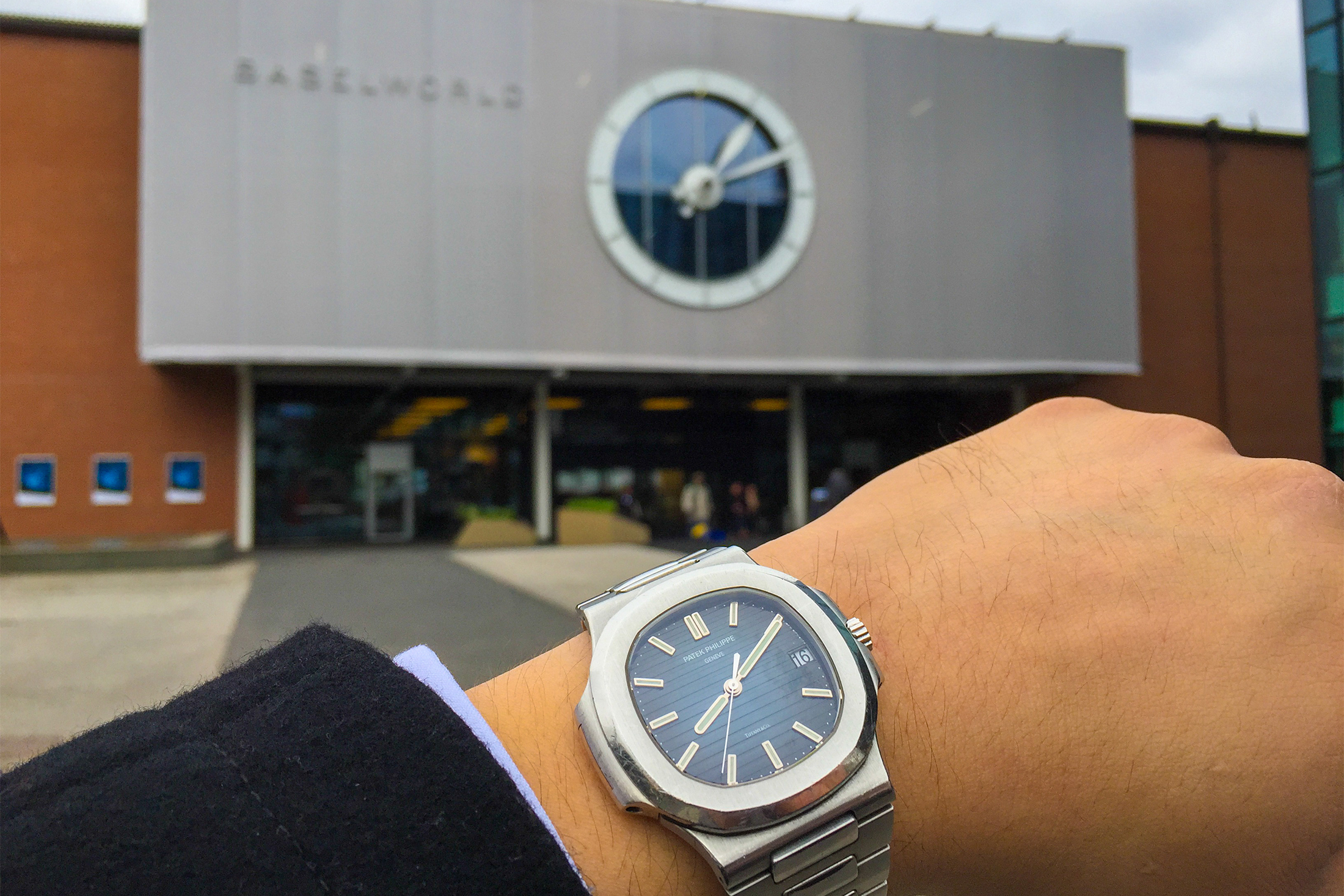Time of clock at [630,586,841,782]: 7:05
